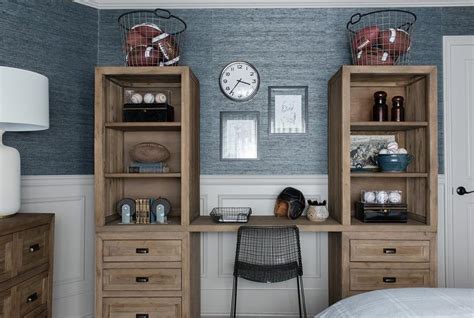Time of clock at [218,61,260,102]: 3:36
